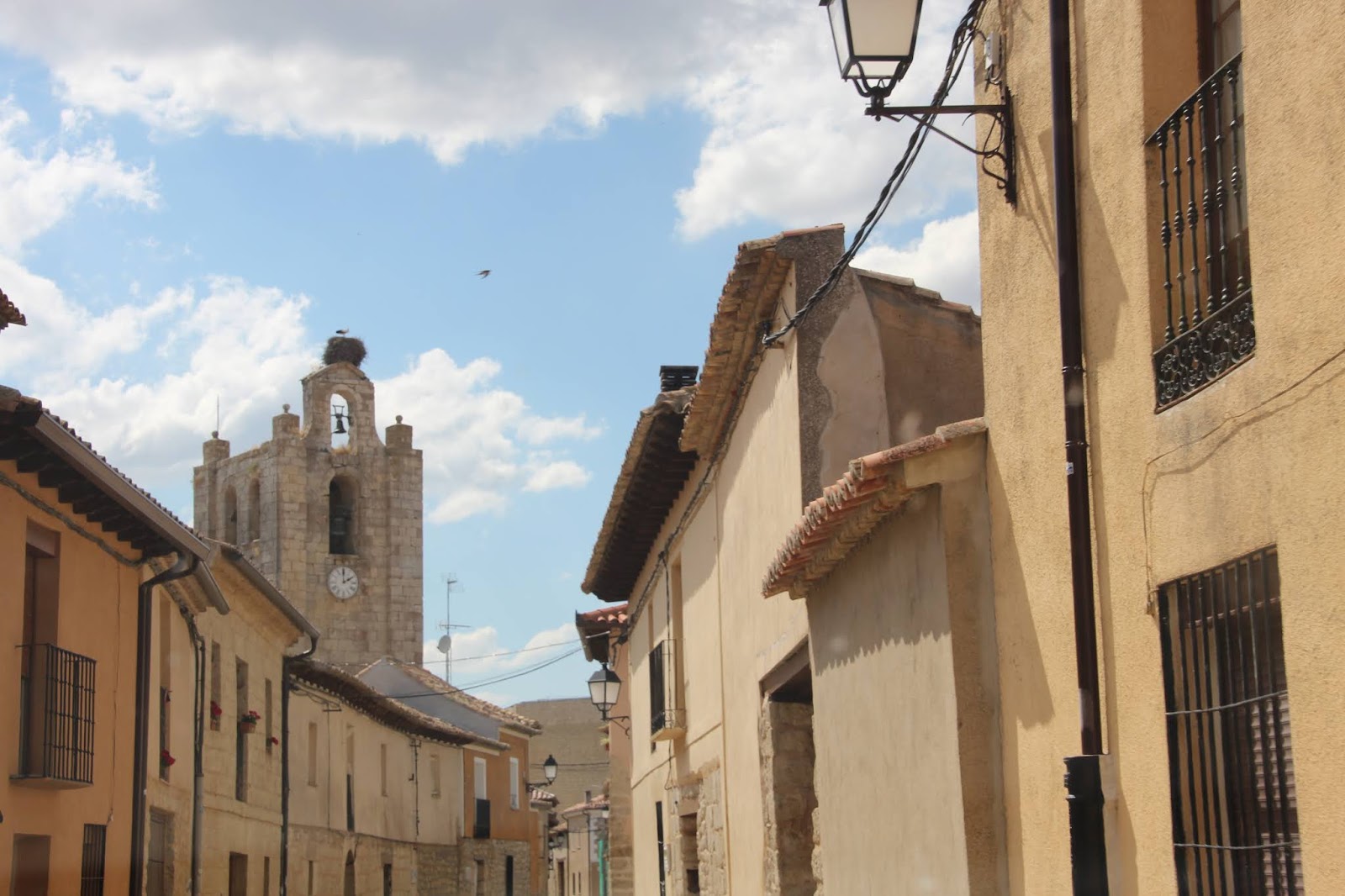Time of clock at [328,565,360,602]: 1:59
